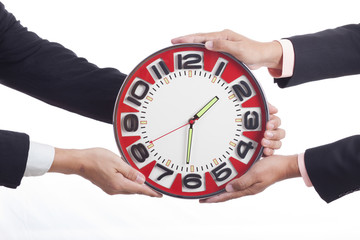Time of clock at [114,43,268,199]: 1:31
